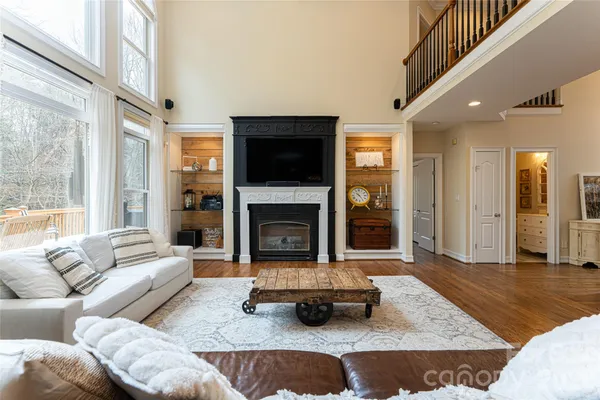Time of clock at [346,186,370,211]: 10:24
